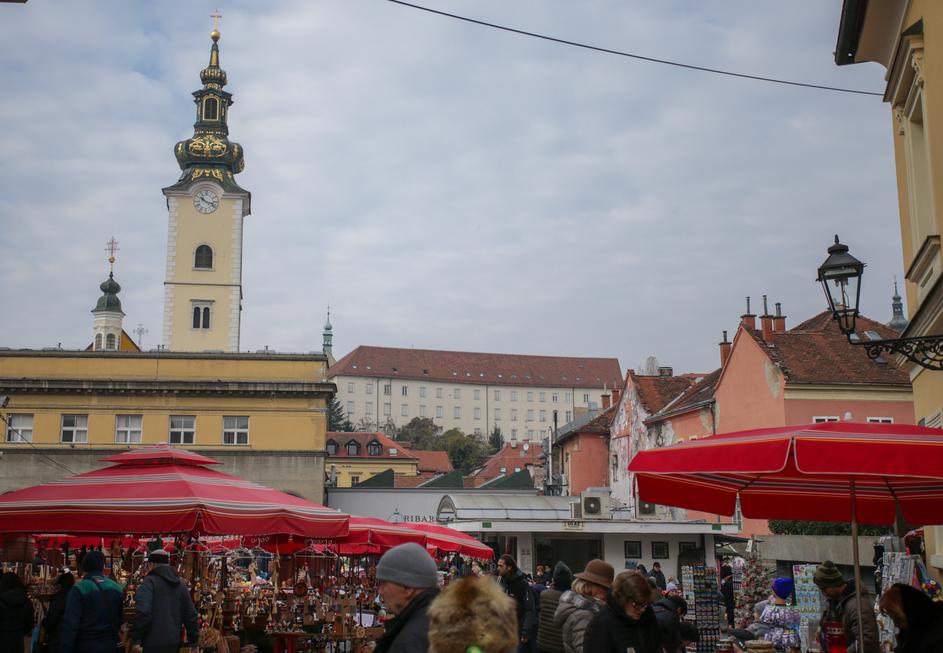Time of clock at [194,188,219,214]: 10:17
